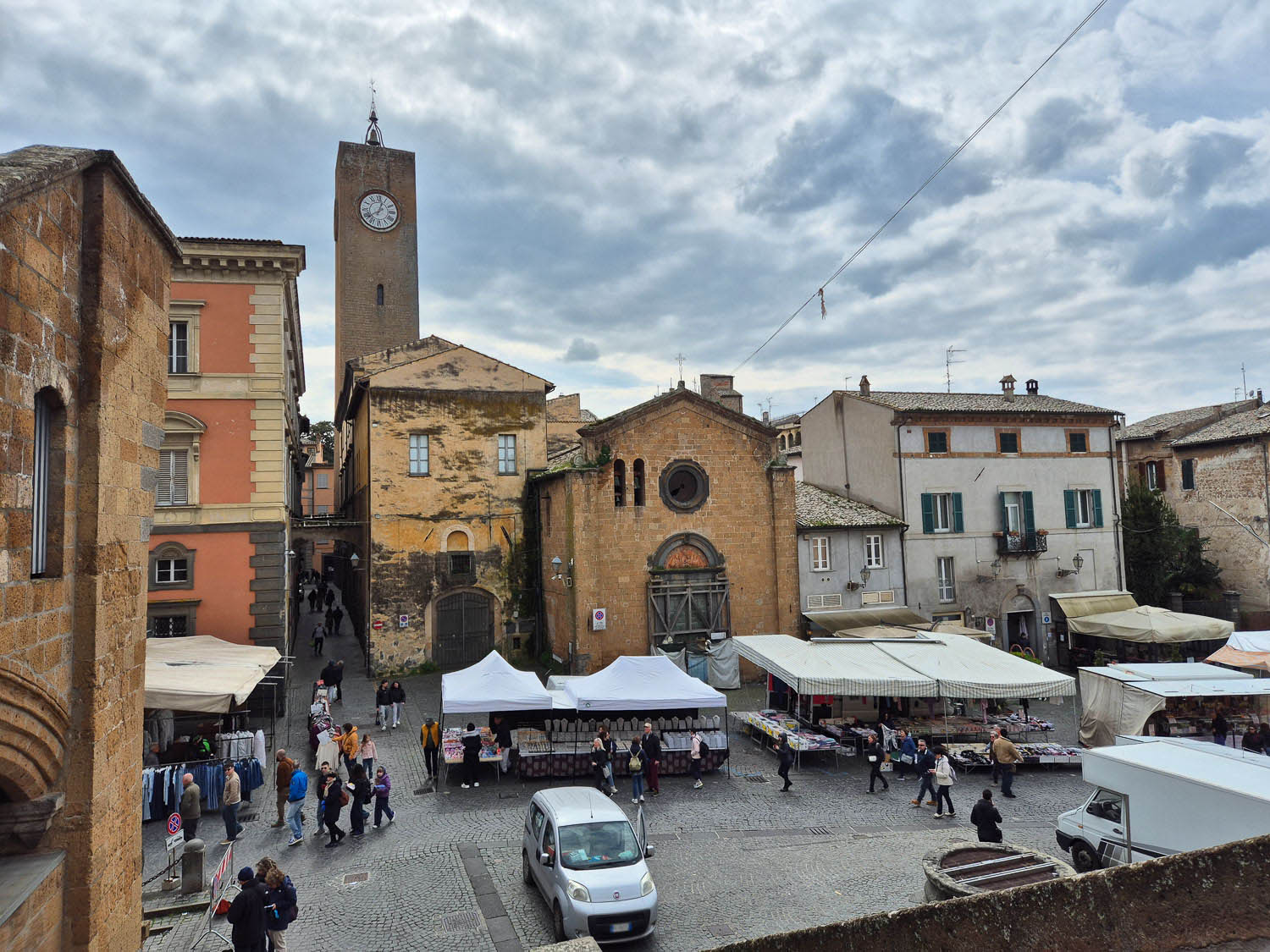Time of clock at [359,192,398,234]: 12:39
